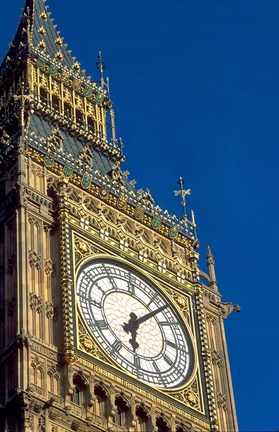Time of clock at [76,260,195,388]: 6:07
